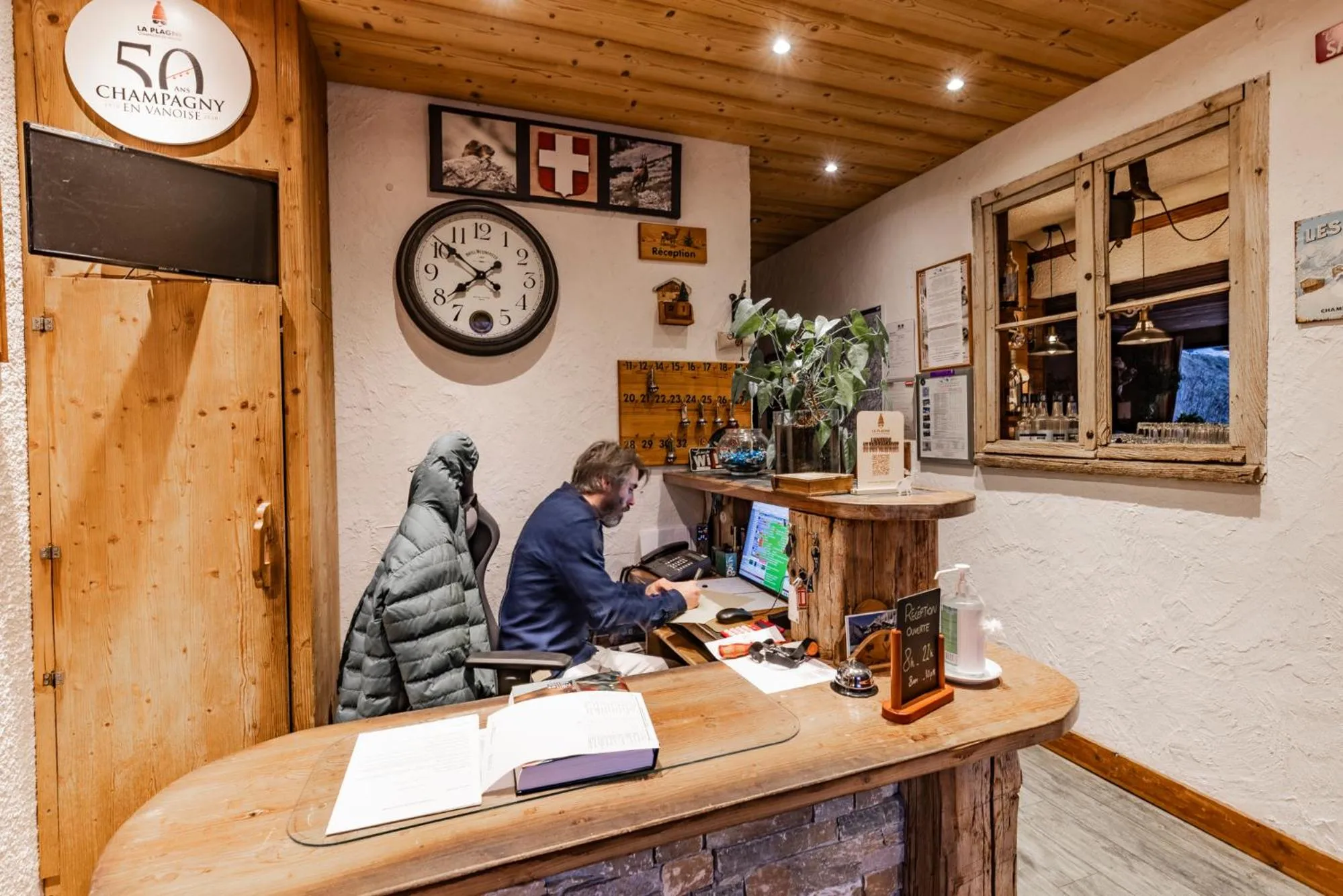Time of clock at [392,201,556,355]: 7:51
